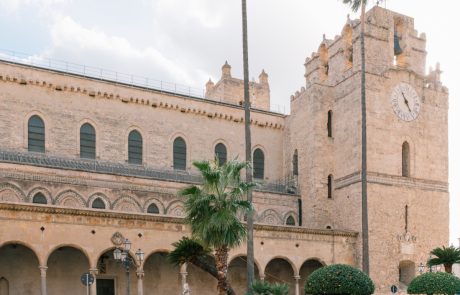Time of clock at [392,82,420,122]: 5:26
